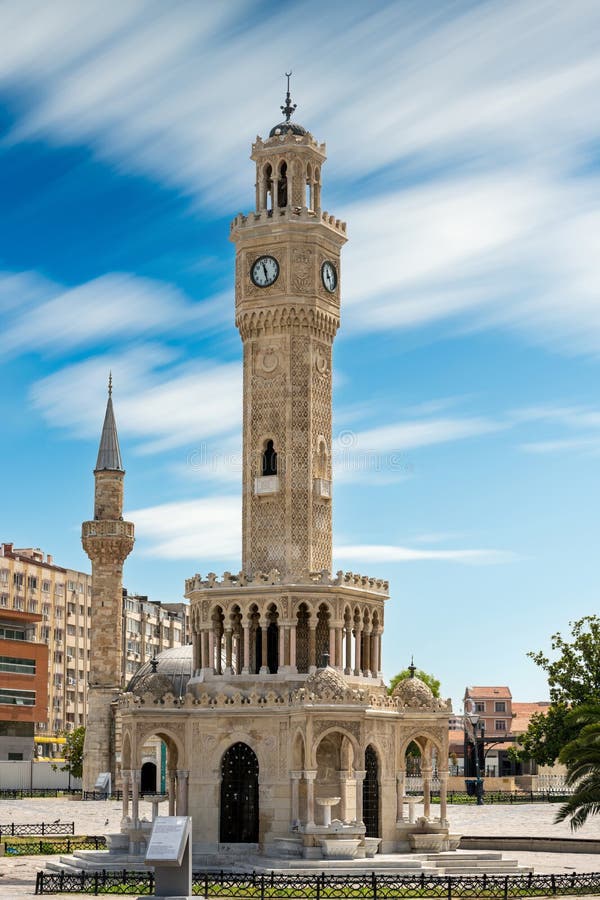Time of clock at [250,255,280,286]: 11:28
